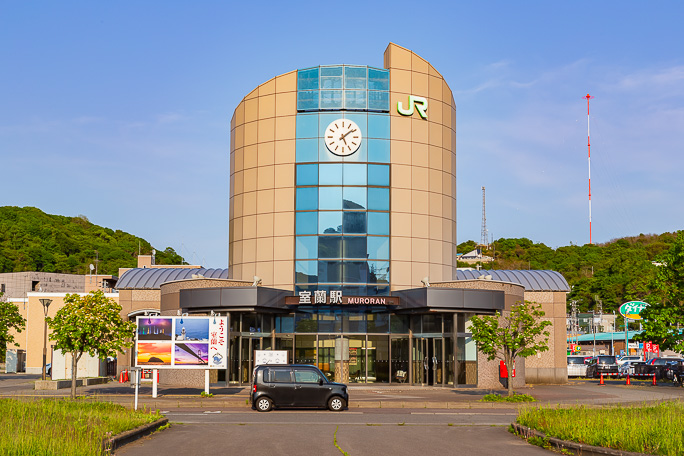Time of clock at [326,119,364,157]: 5:08
